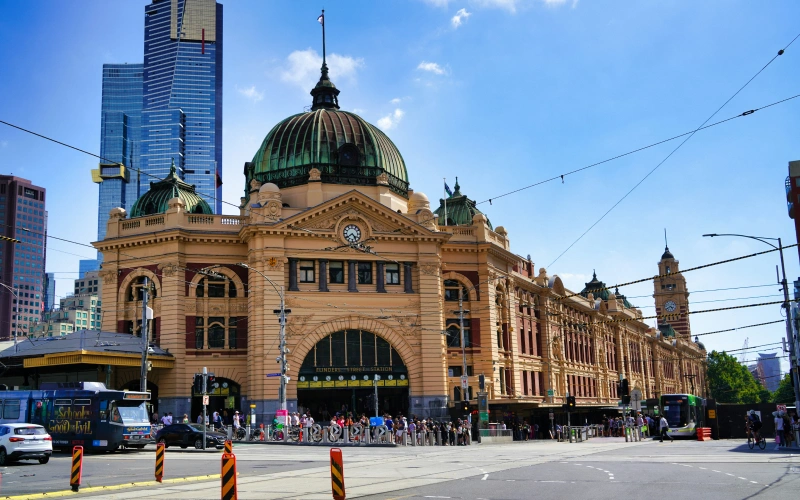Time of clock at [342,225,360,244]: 4:39
